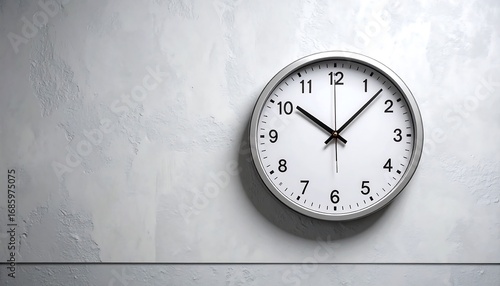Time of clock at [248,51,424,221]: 10:07
